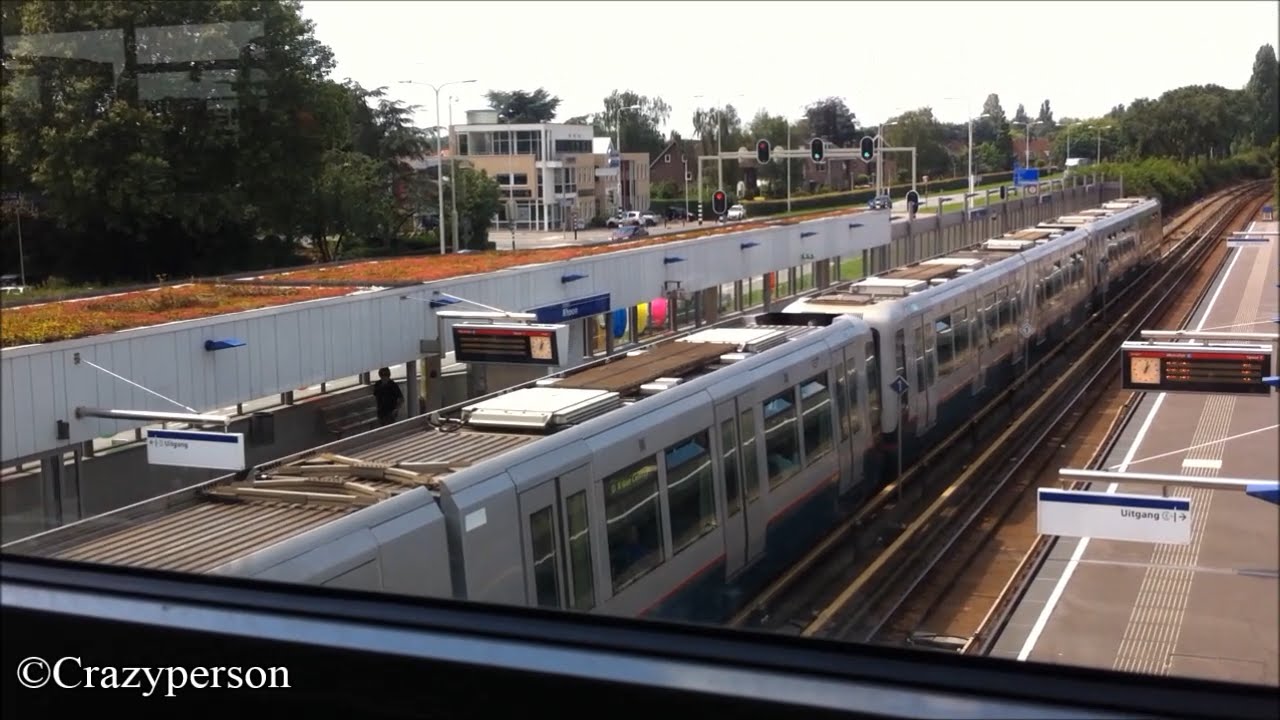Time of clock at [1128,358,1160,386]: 1:02
